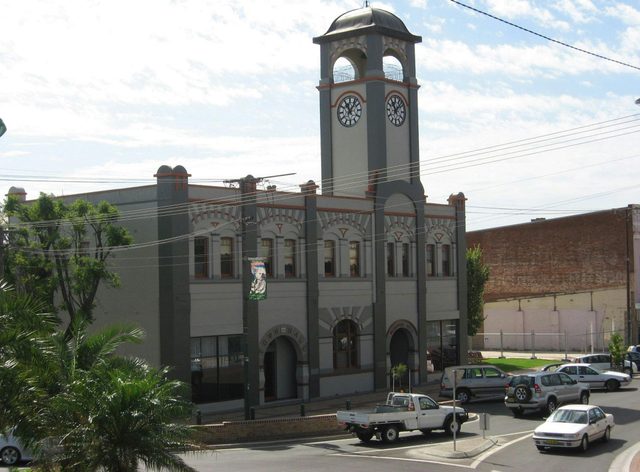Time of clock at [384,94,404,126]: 11:07
